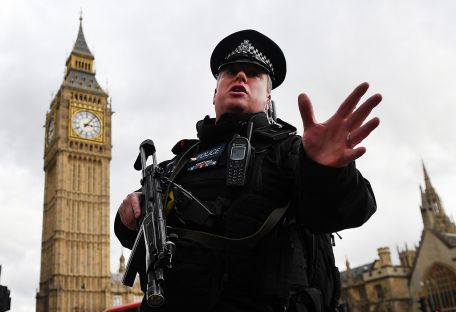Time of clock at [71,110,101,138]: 3:06
